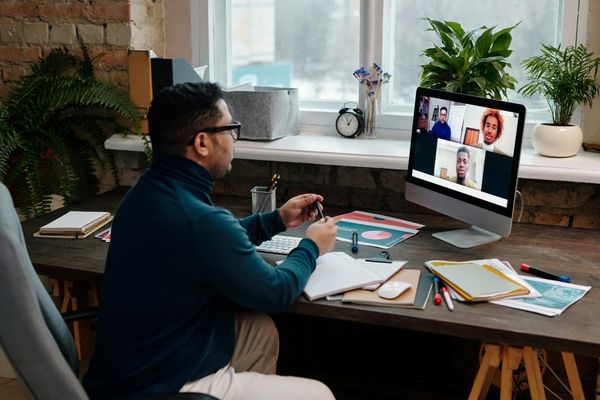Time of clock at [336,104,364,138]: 12:57
